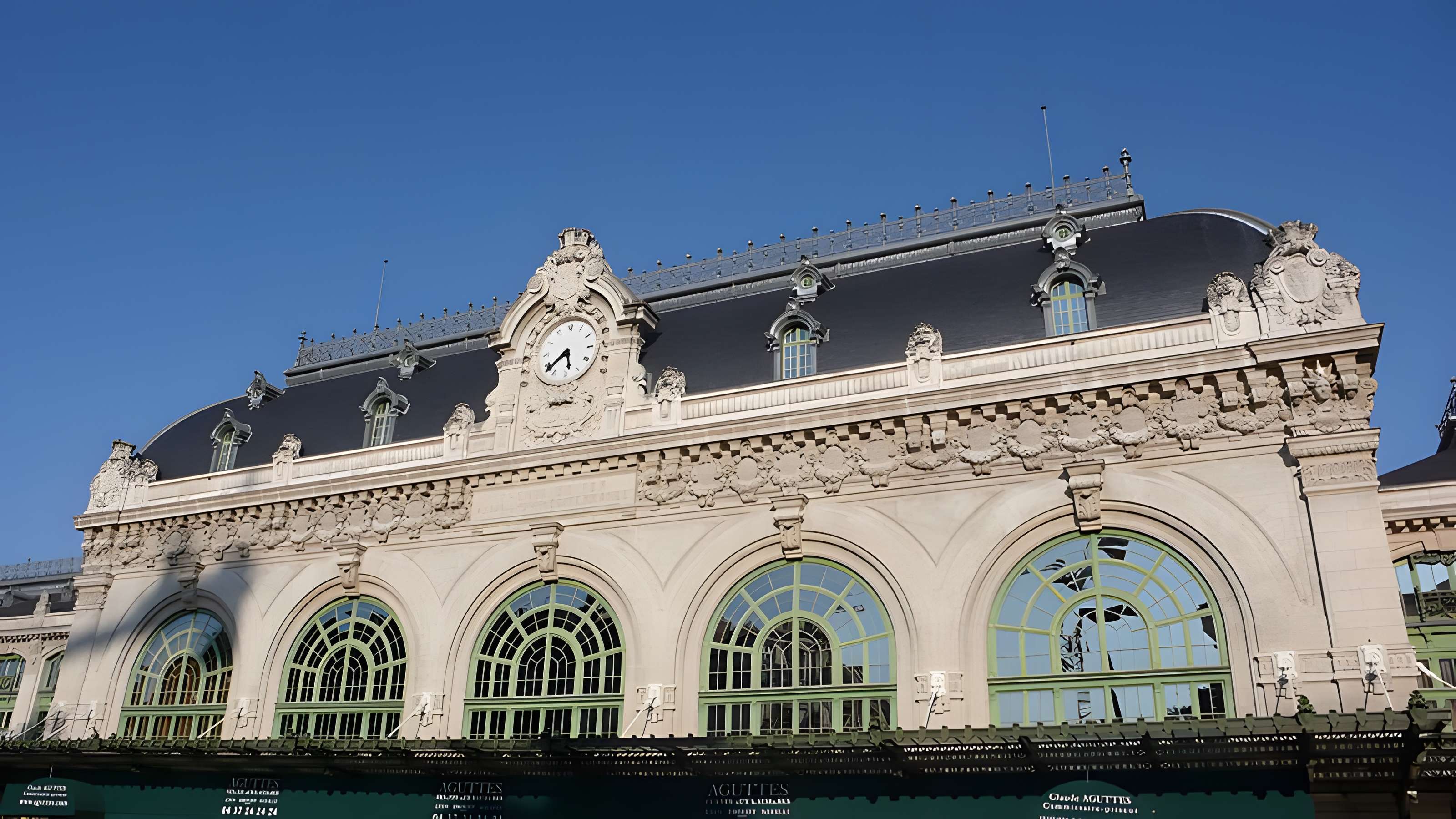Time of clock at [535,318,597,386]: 5:38
